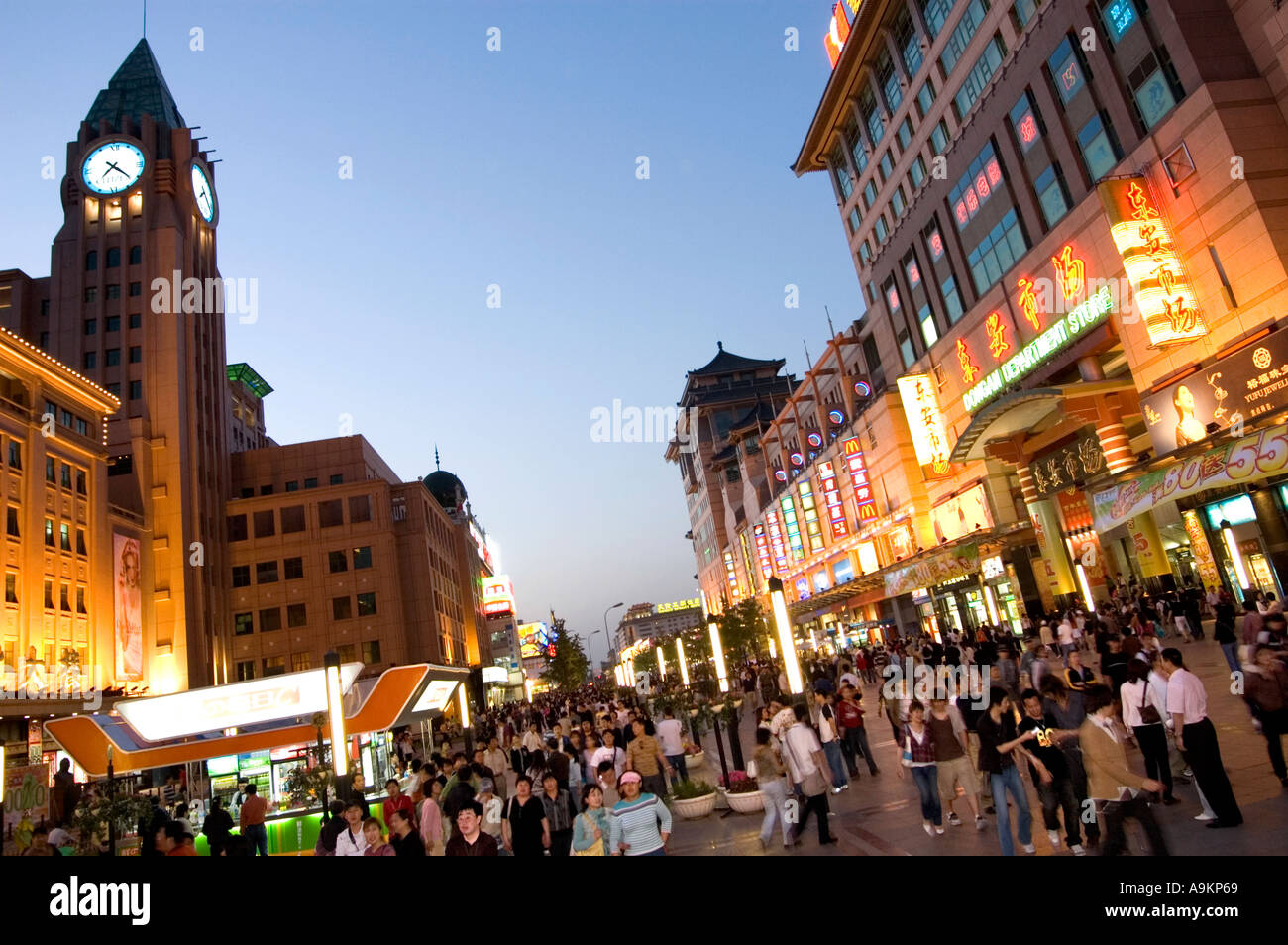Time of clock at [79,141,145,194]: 7:21
